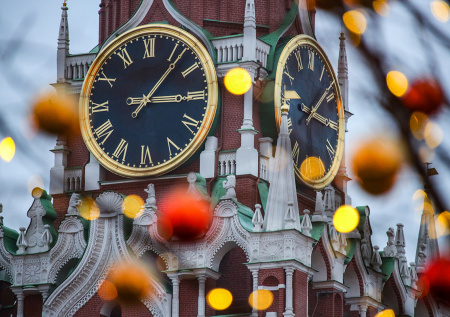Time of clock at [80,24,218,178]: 3:06
